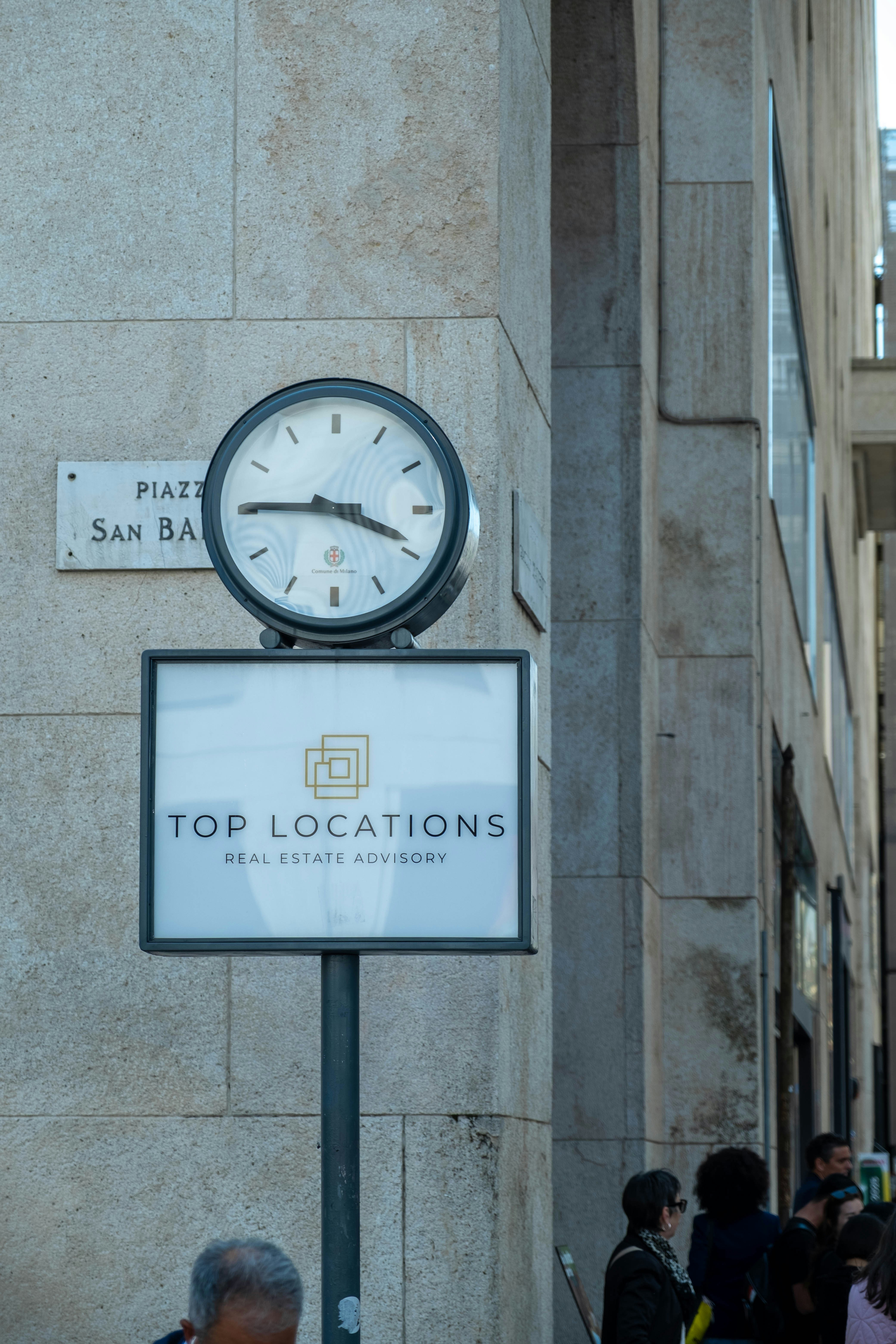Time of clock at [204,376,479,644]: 3:45
